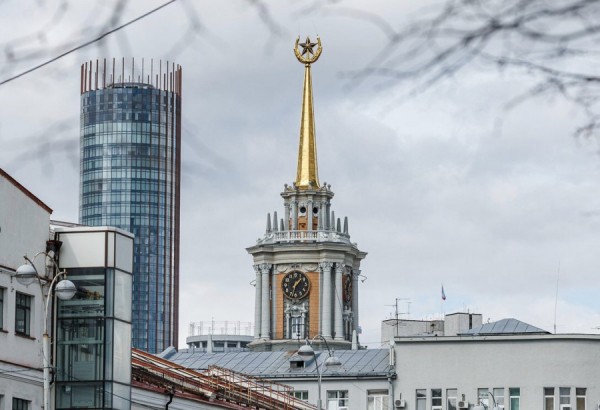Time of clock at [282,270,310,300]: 1:32
